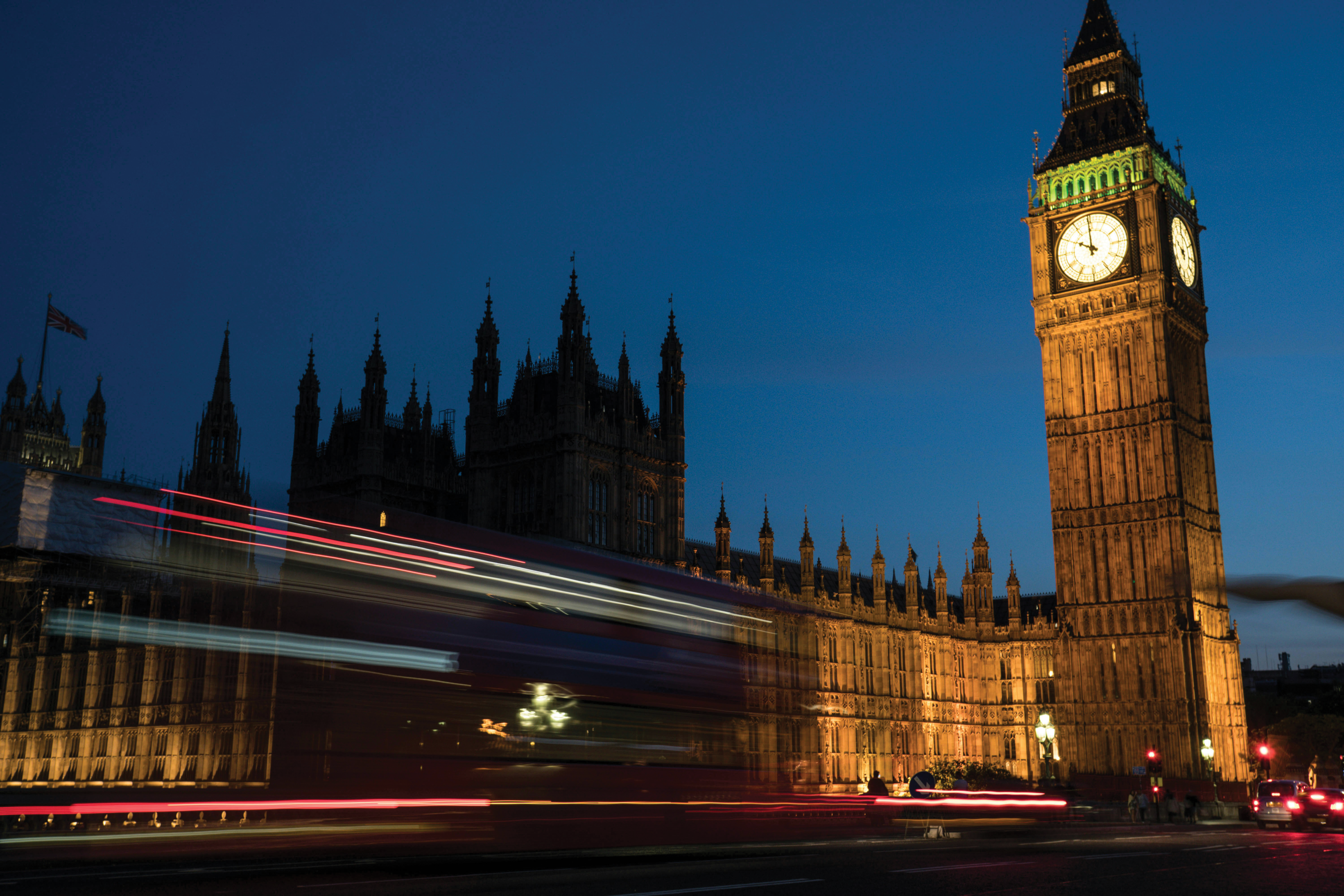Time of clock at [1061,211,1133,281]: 9:59
